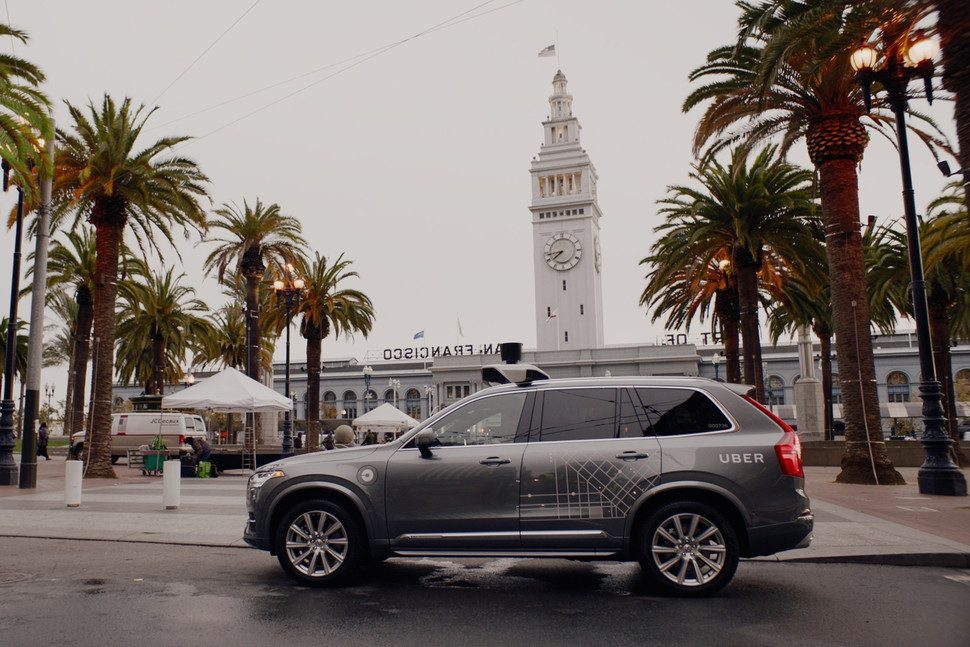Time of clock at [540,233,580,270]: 7:43
